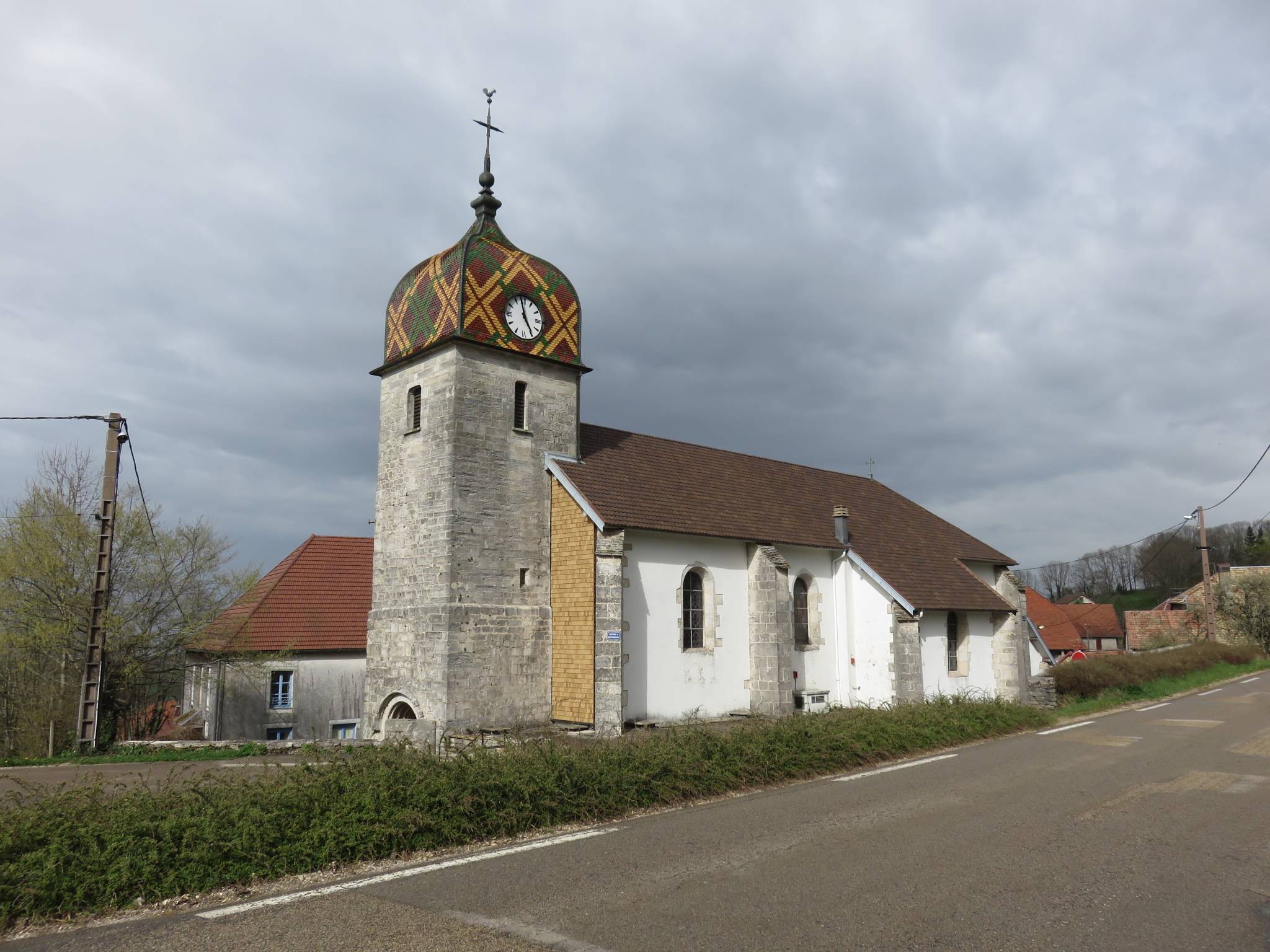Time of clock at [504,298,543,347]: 4:58
